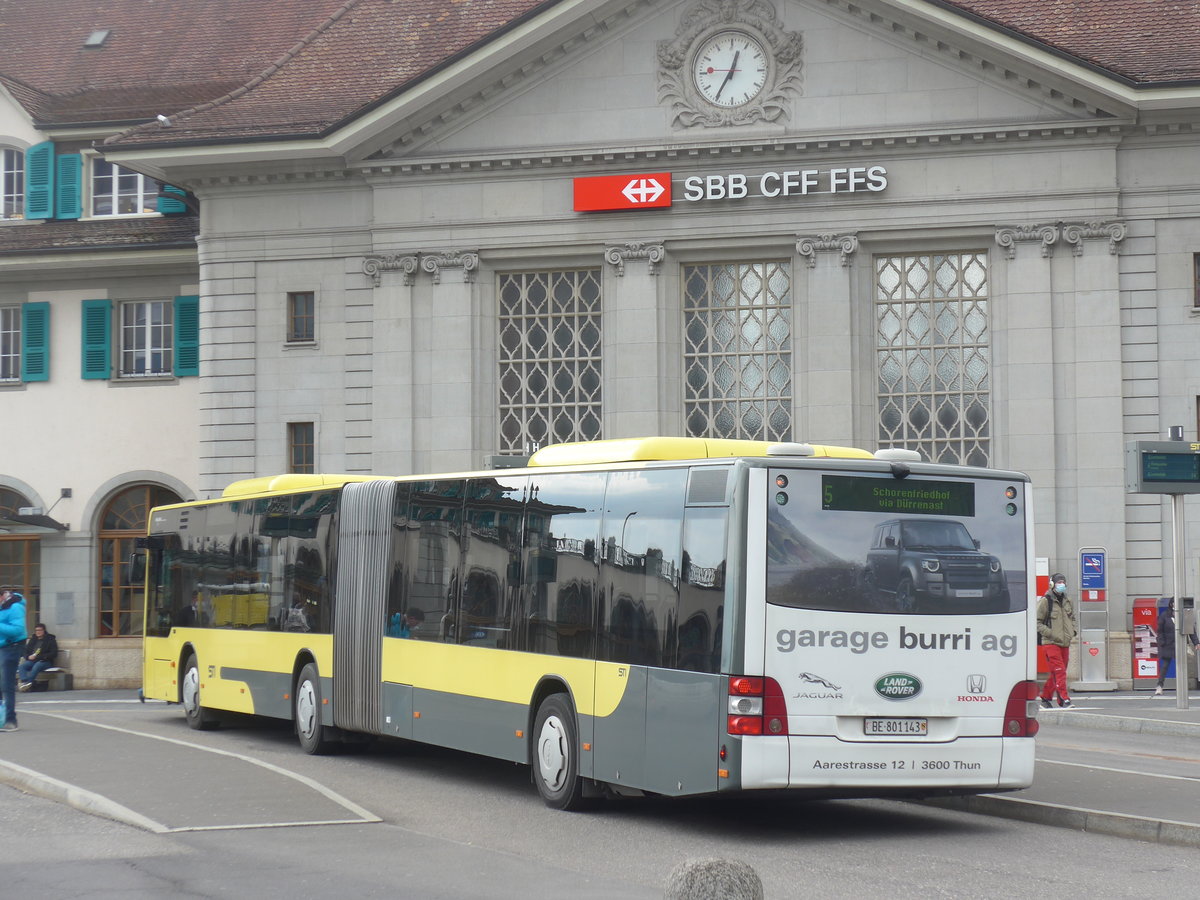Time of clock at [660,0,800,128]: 12:34
